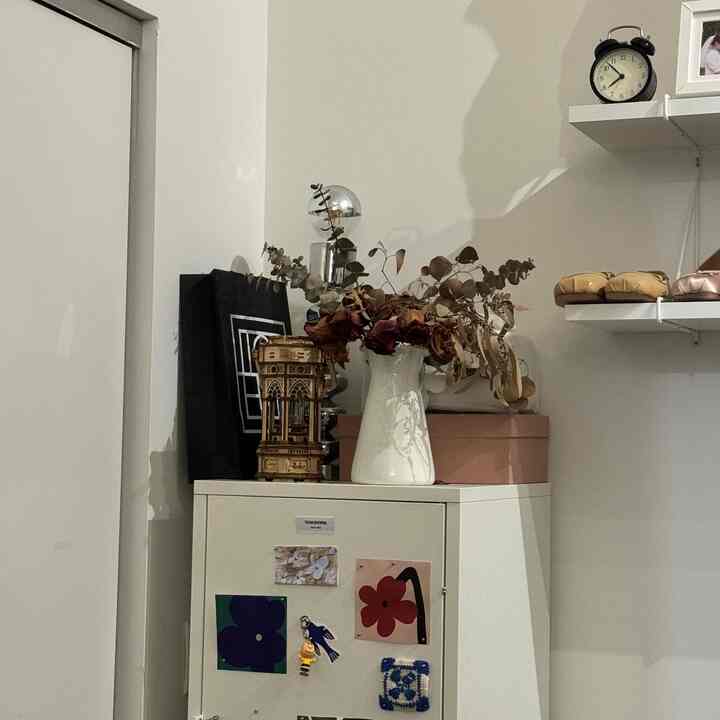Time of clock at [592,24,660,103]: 7:52
